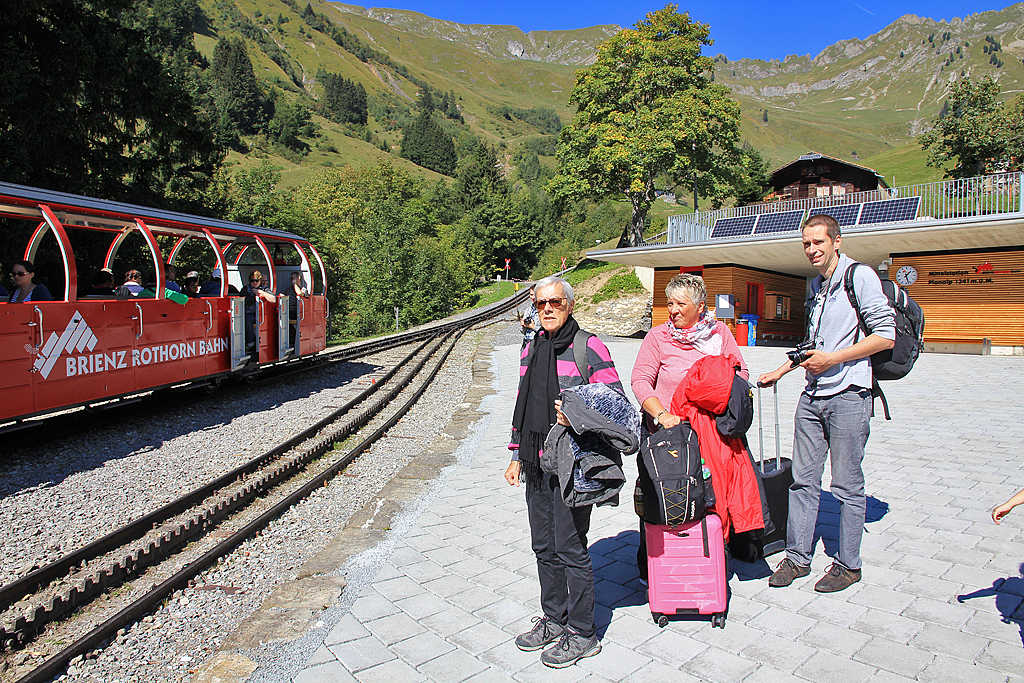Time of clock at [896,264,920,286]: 1:27
